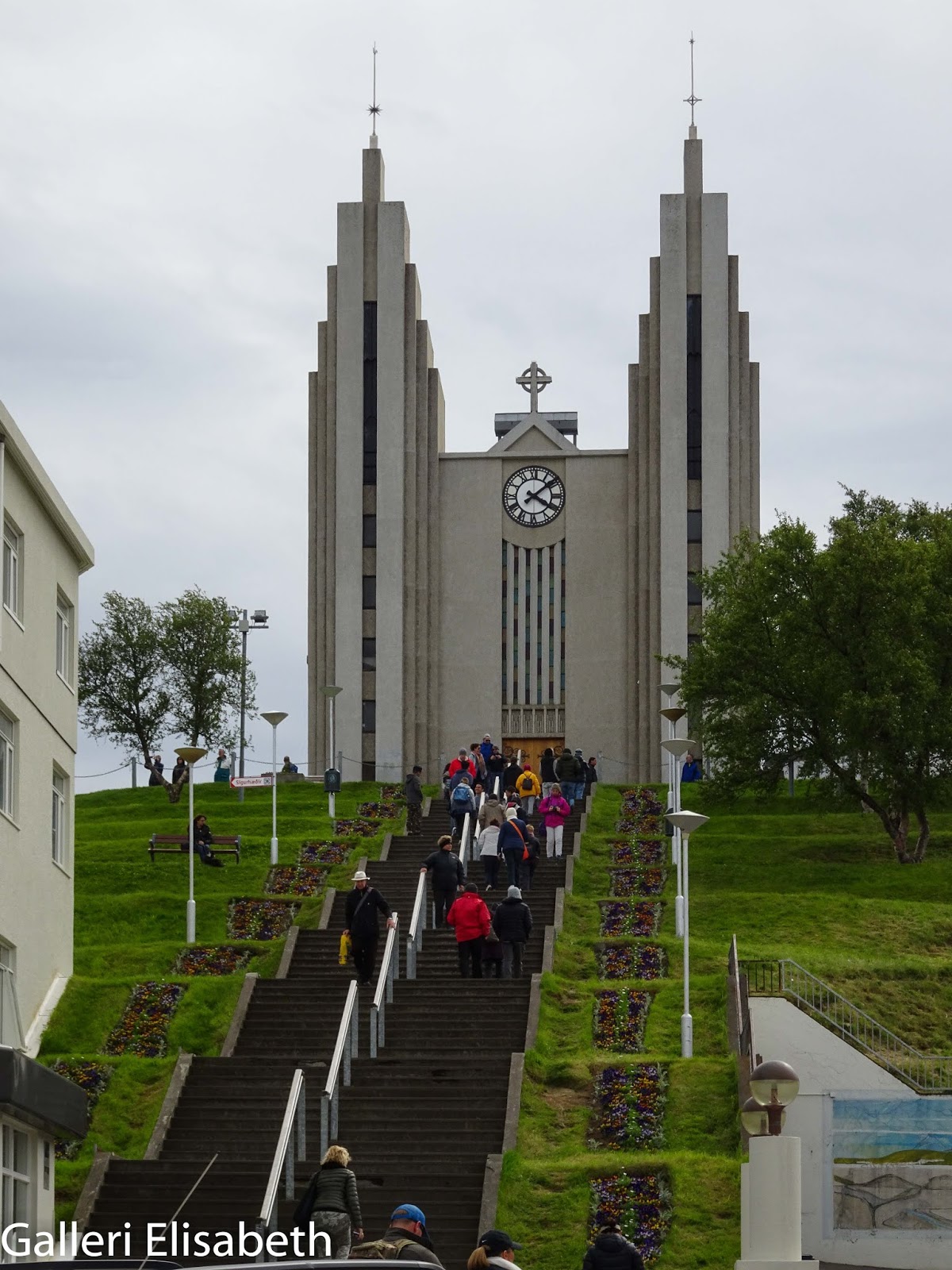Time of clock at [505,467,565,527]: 4:08
